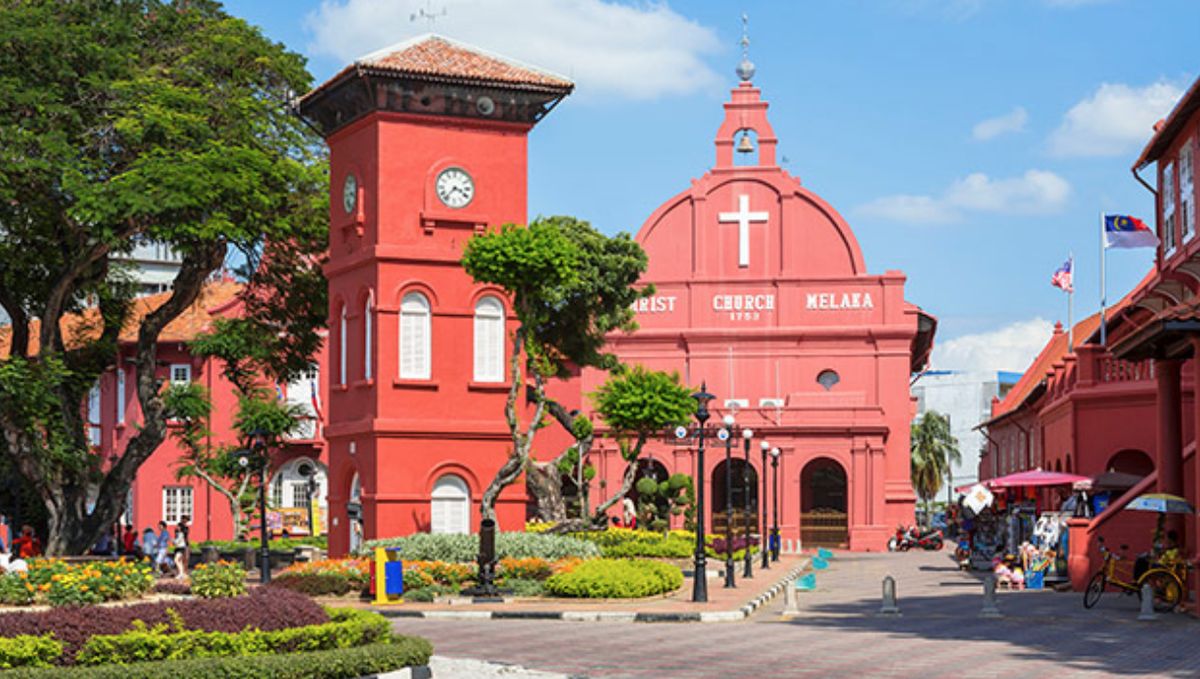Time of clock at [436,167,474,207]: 3:36
